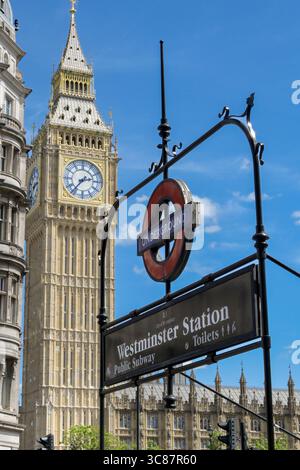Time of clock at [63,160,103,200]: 2:36
